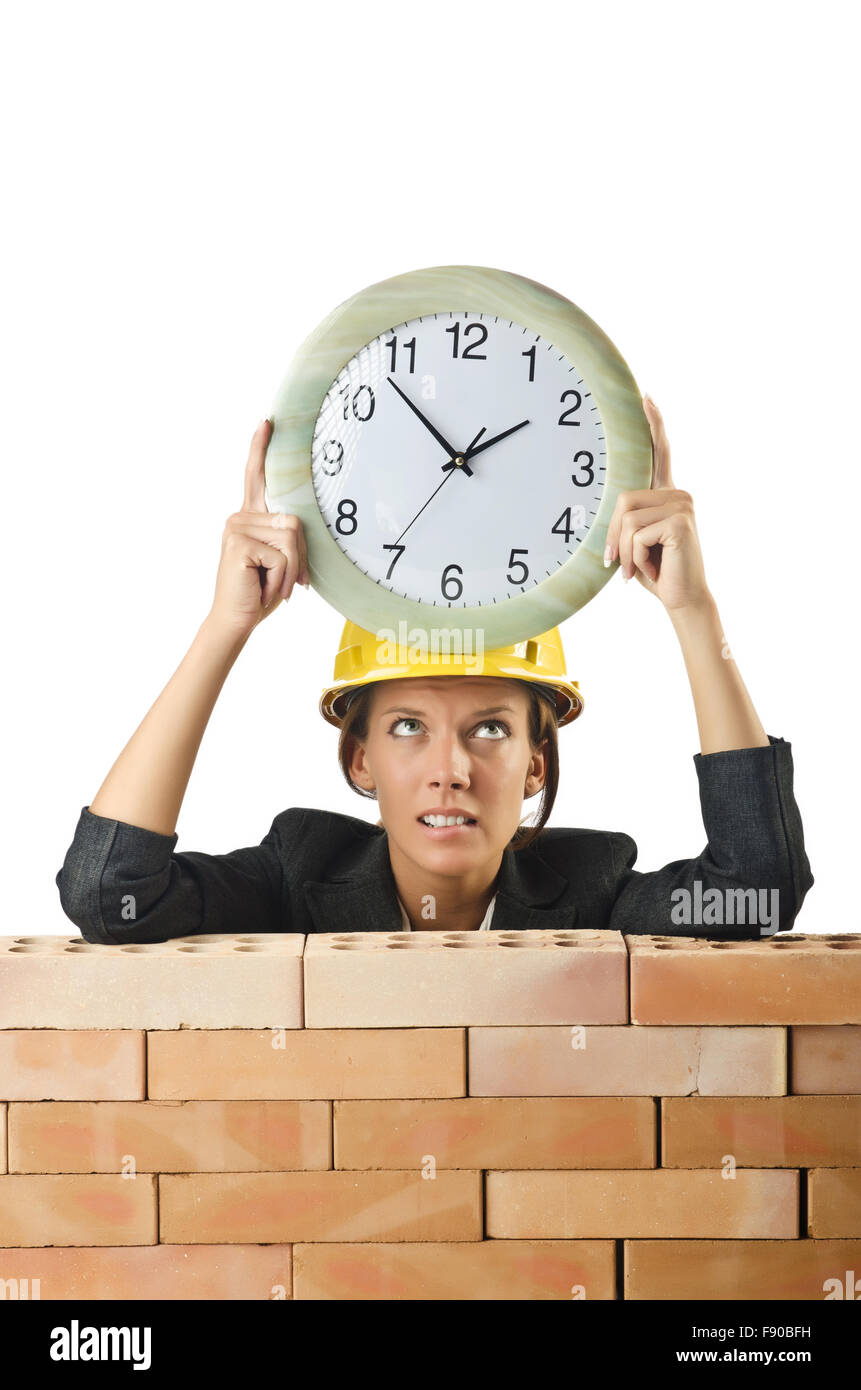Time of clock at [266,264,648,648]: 1:53
